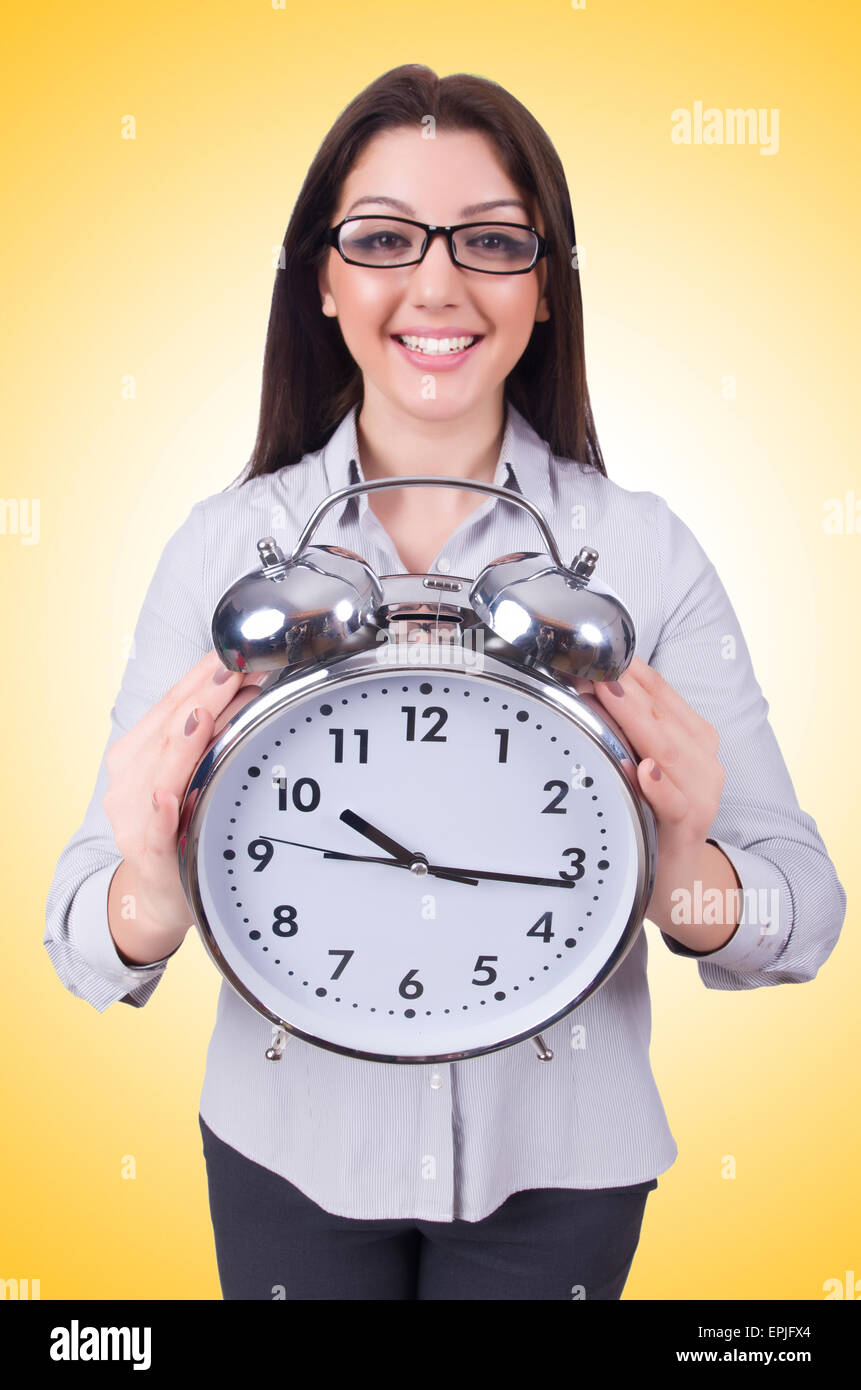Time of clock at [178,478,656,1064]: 10:16
